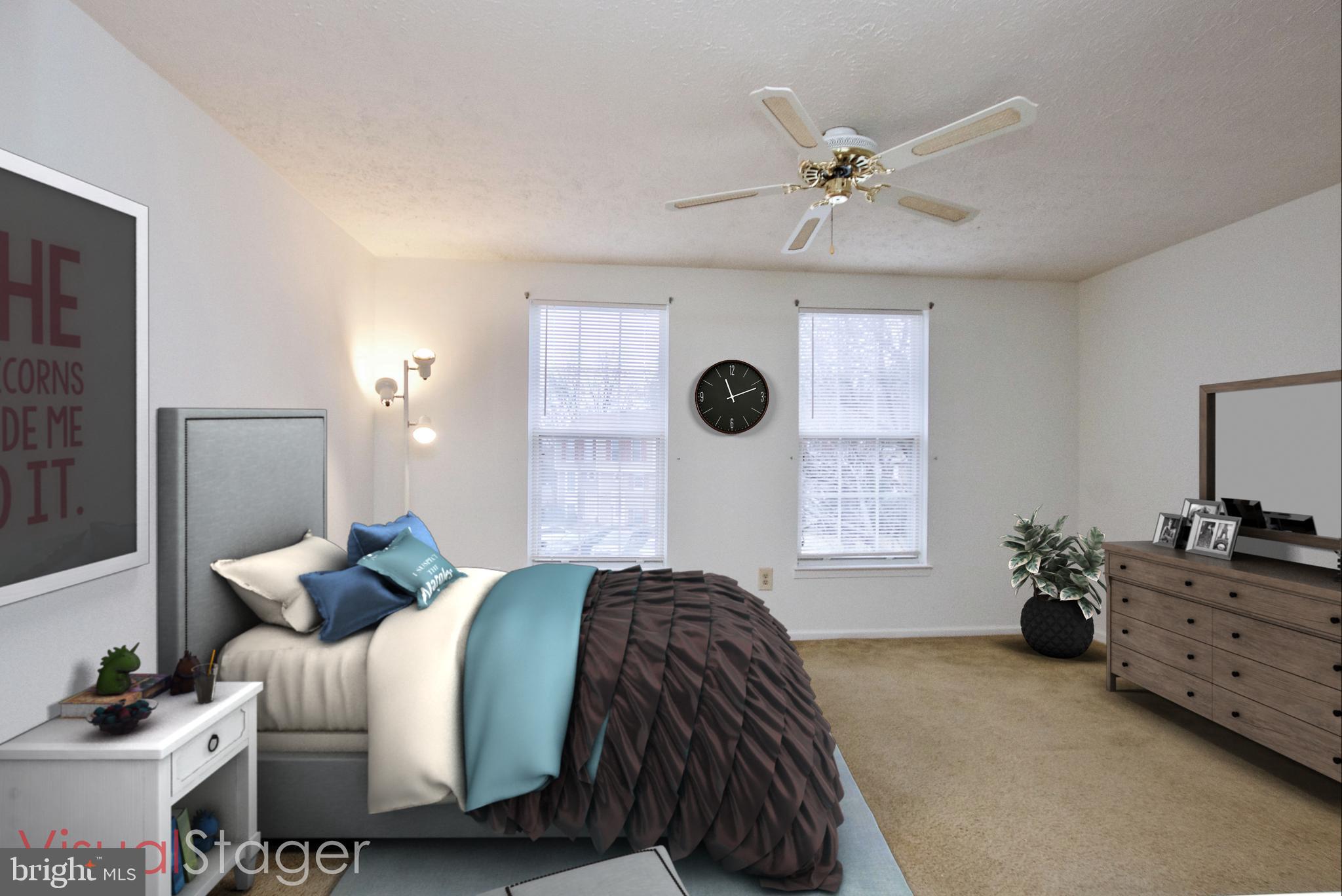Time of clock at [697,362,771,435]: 11:11
